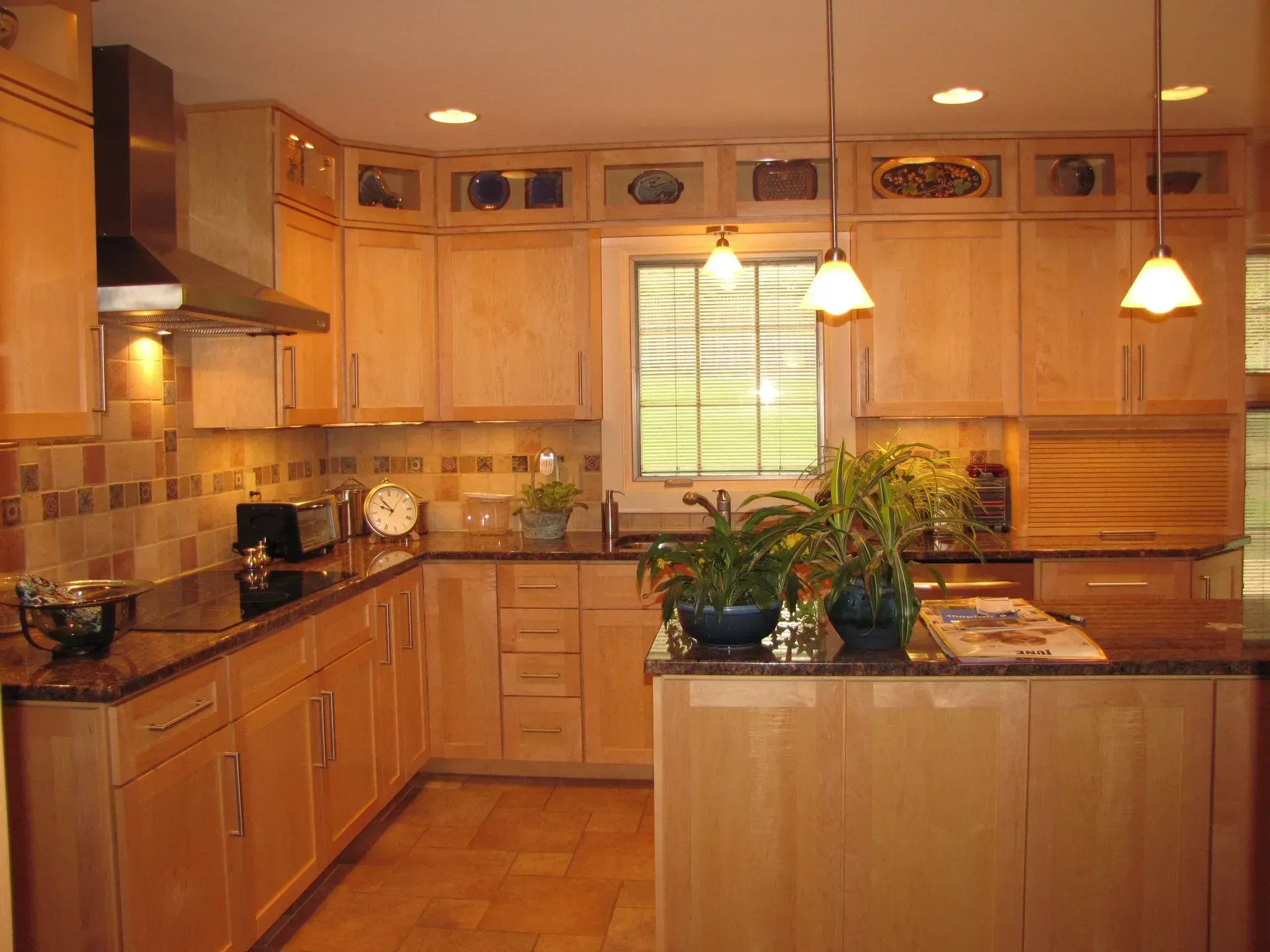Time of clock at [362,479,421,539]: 9:53
